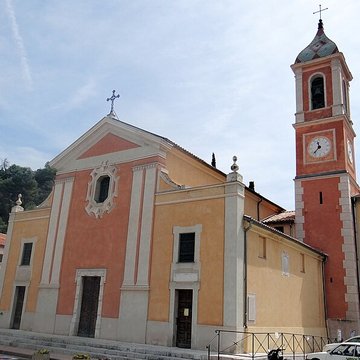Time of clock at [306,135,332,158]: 11:37
